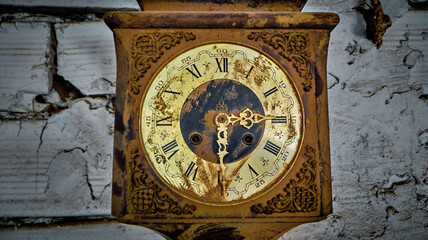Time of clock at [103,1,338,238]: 6:14
